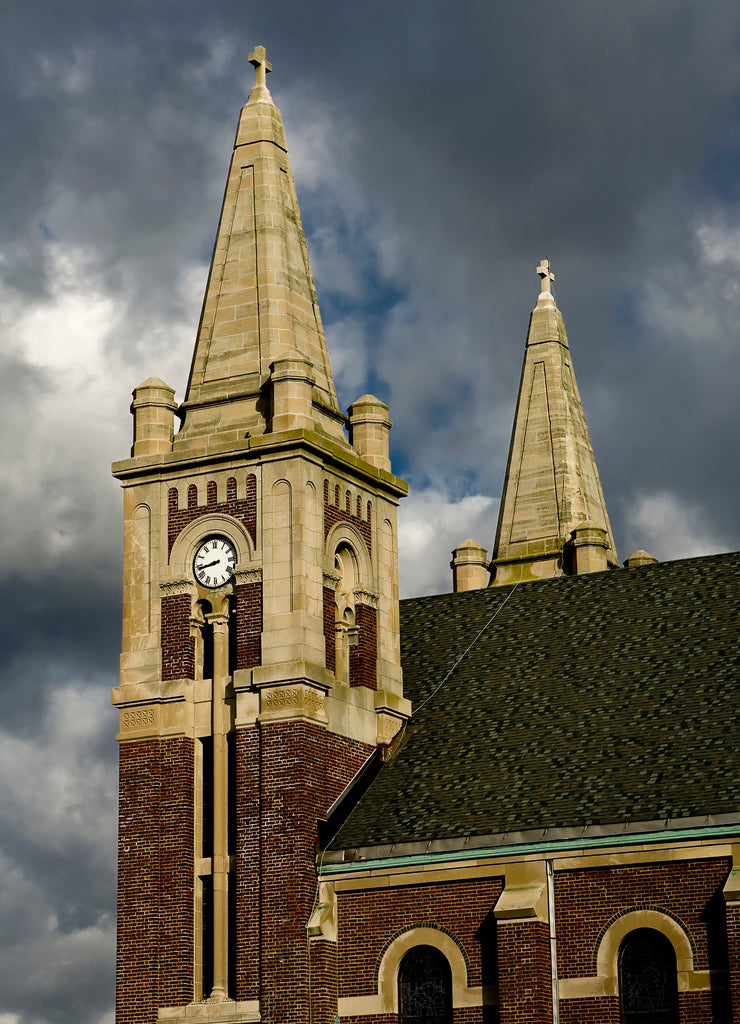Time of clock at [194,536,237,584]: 8:43
